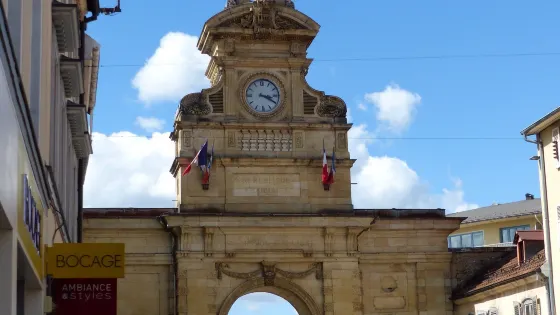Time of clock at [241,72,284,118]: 3:19
